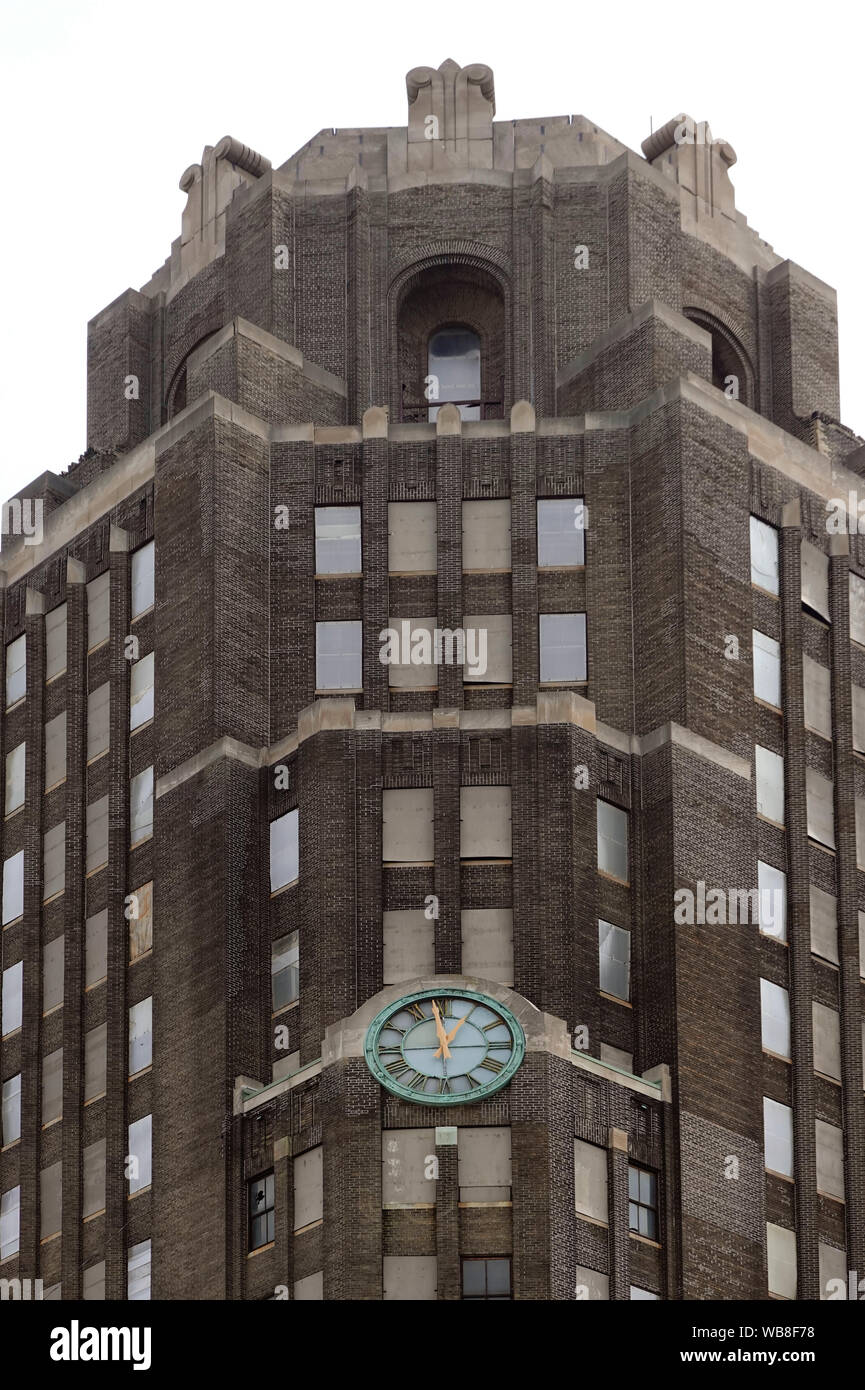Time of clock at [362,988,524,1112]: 12:58
